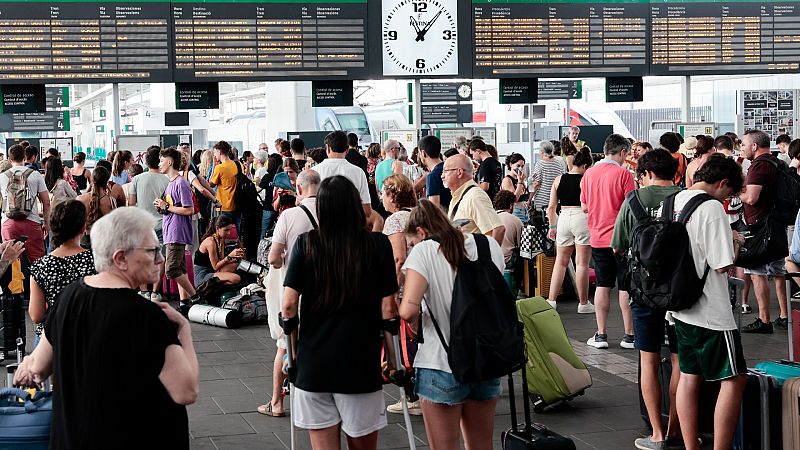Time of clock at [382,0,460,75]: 11:07
